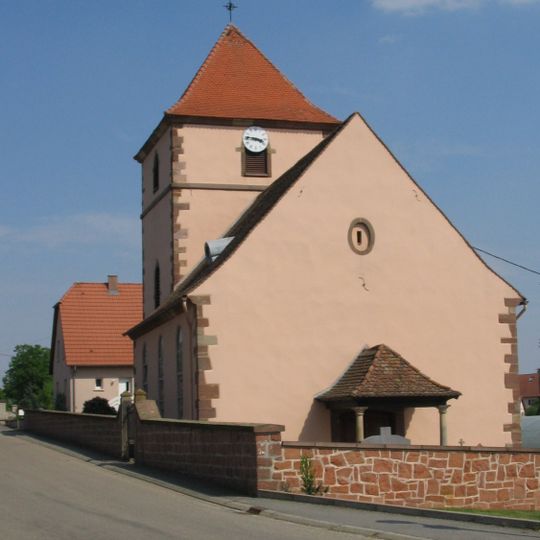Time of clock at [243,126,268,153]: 3:46
